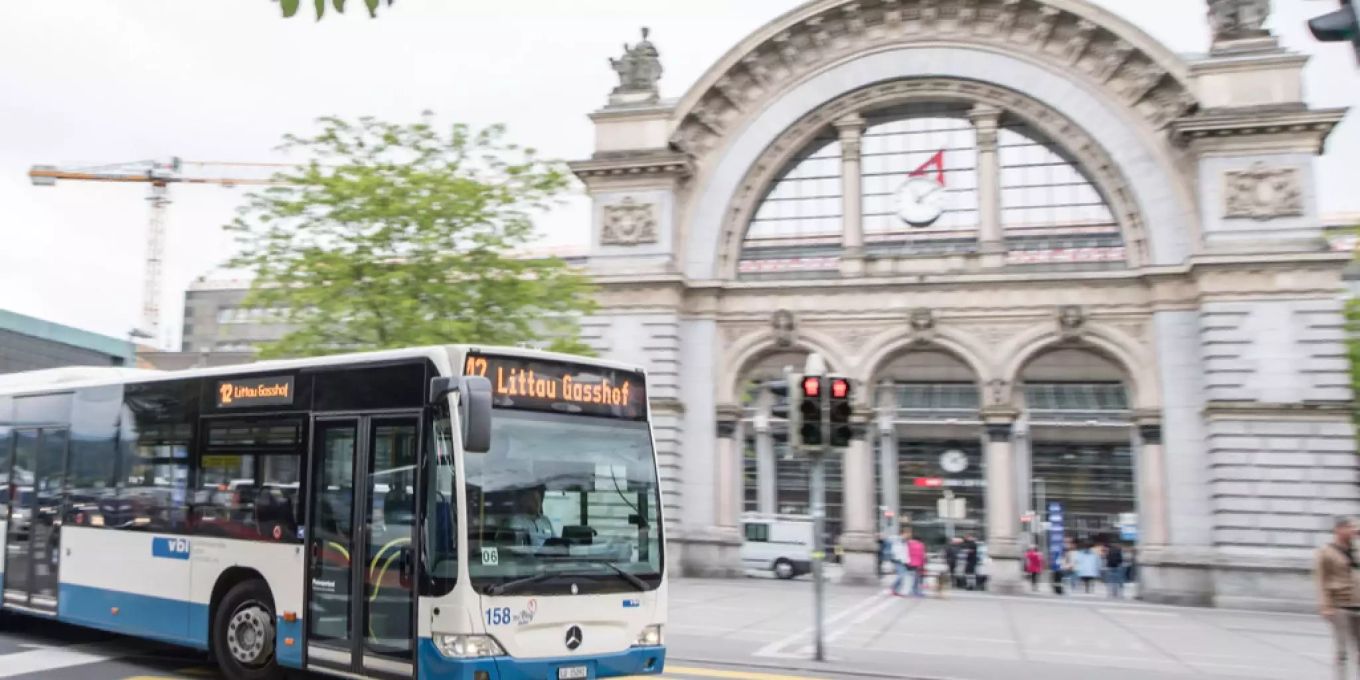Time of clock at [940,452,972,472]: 4:09
